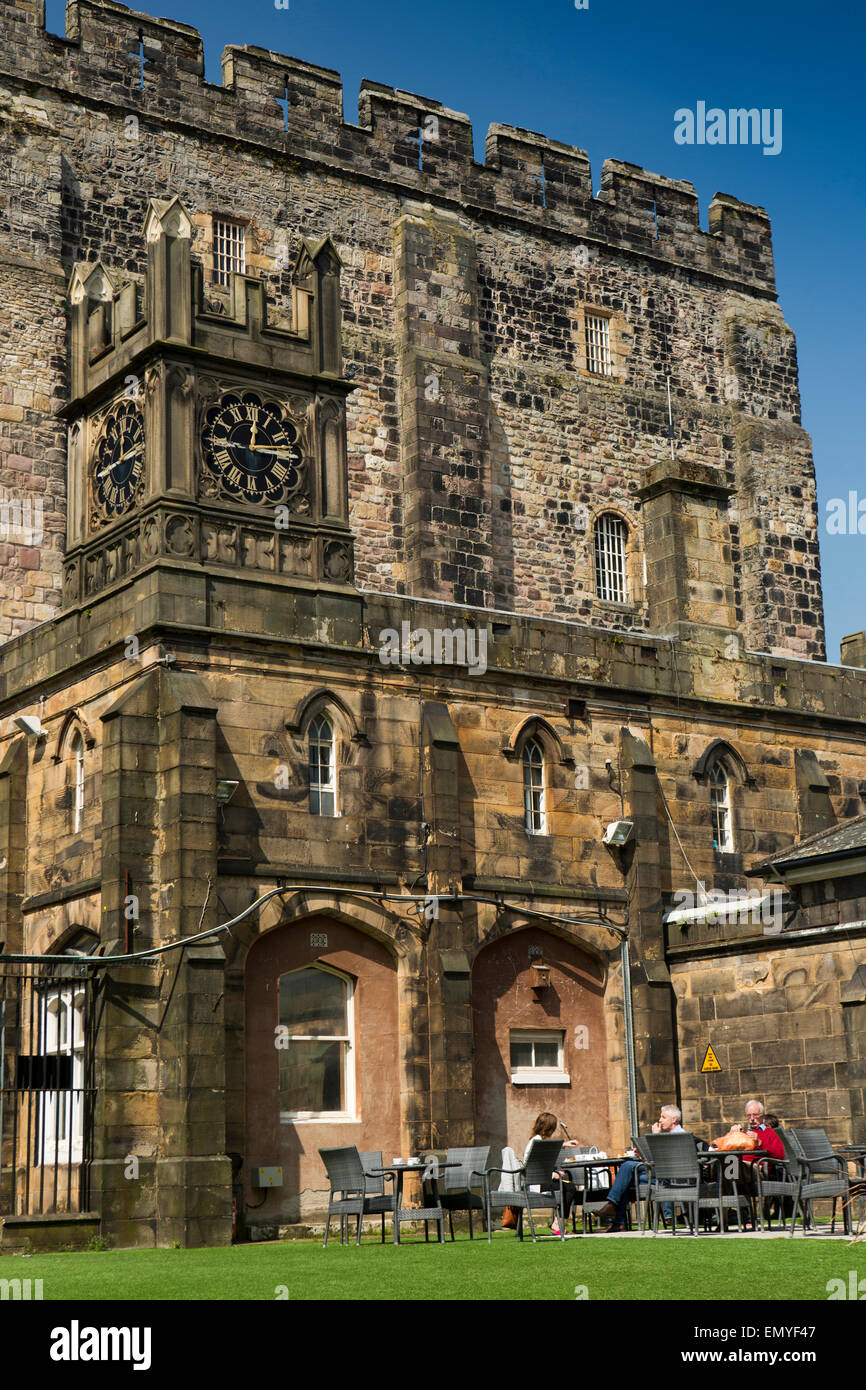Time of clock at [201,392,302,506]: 12:14
